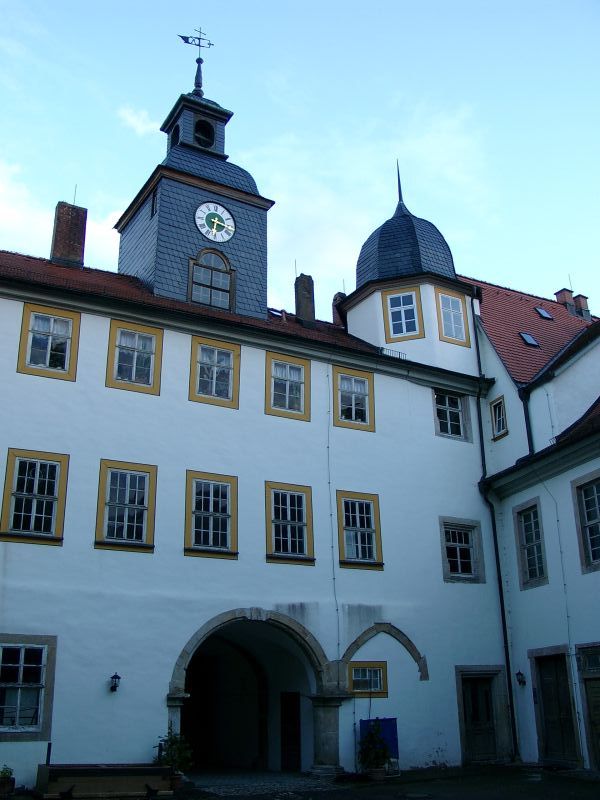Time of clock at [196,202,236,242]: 6:16
